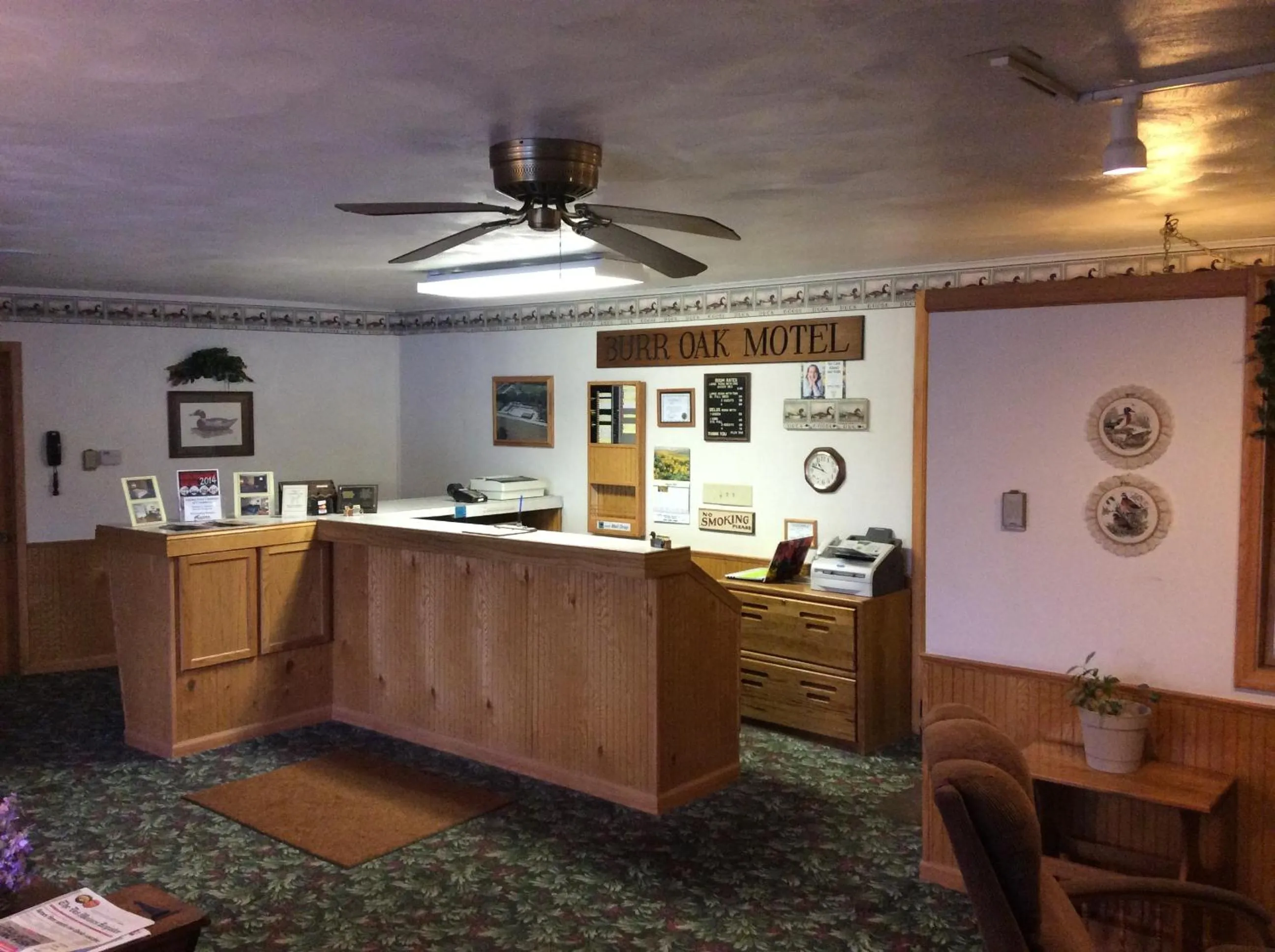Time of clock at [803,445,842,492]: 10:48
